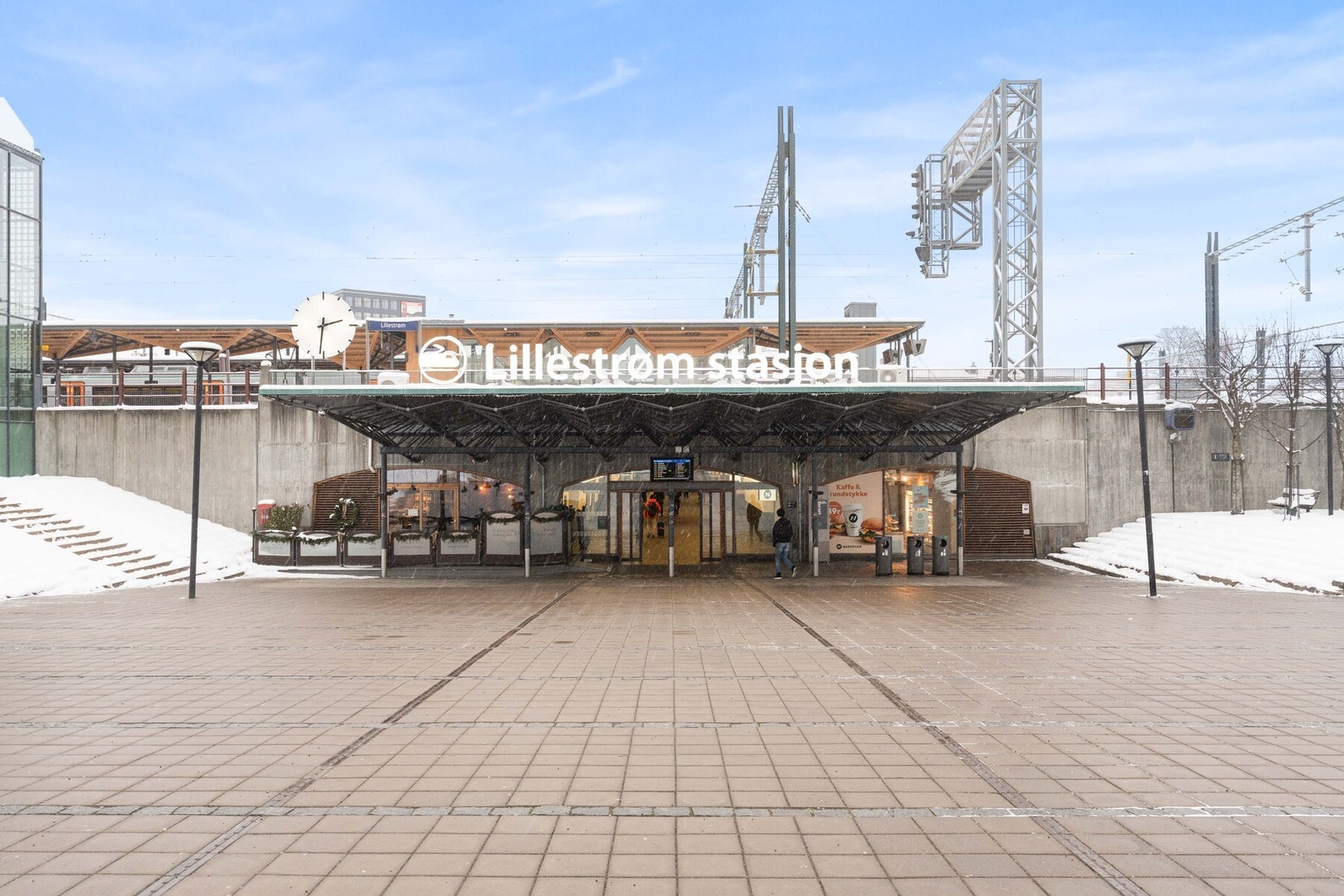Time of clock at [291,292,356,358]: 2:31
